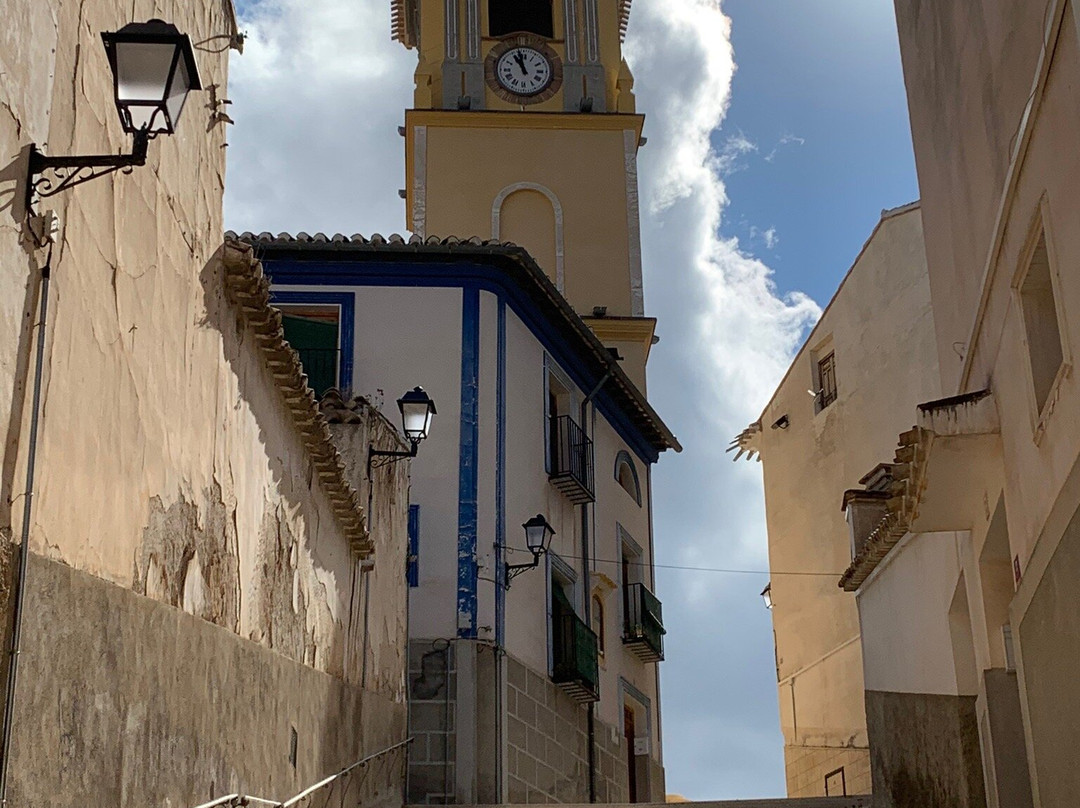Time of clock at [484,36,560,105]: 10:57
